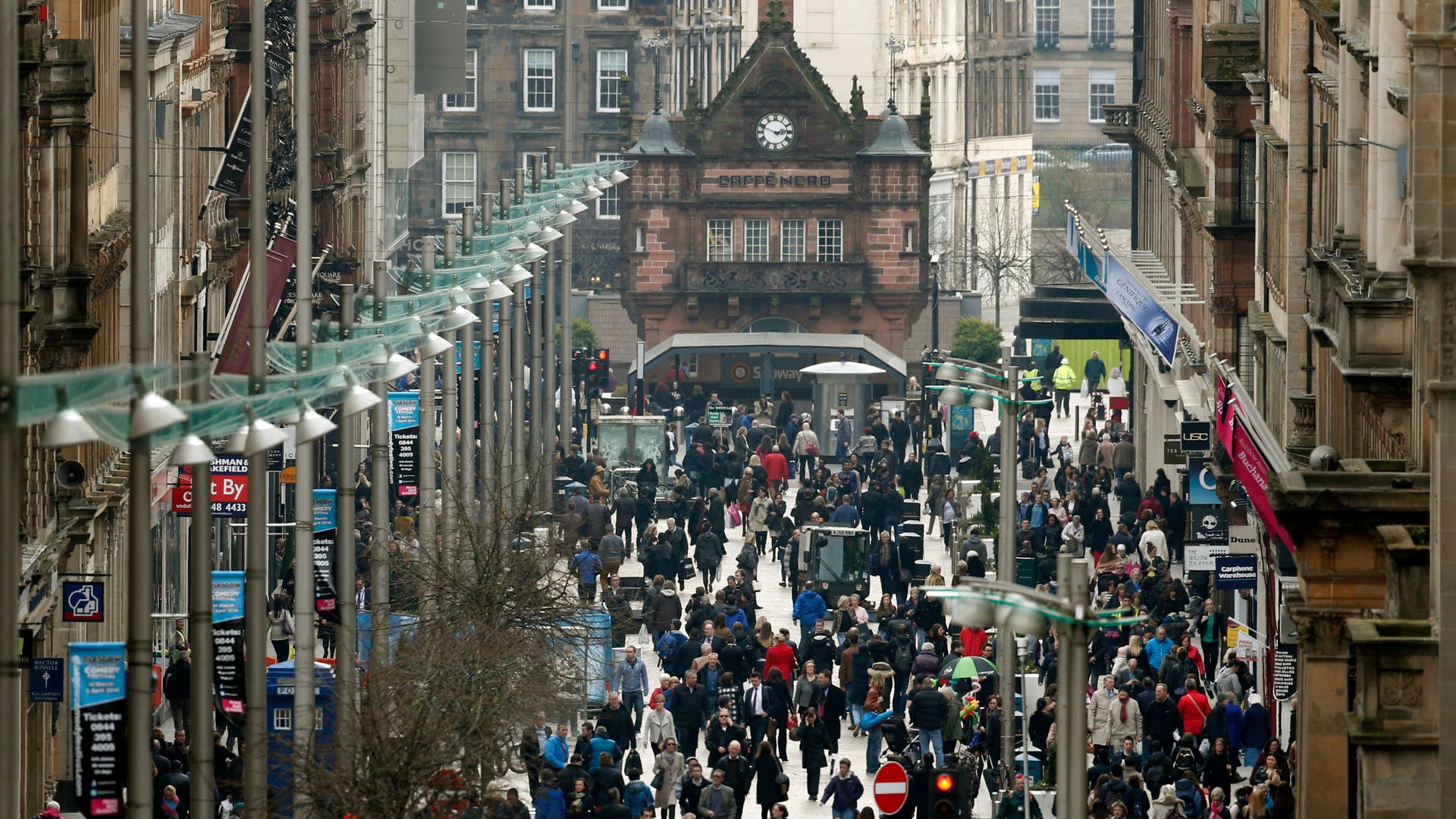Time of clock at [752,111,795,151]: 2:48
